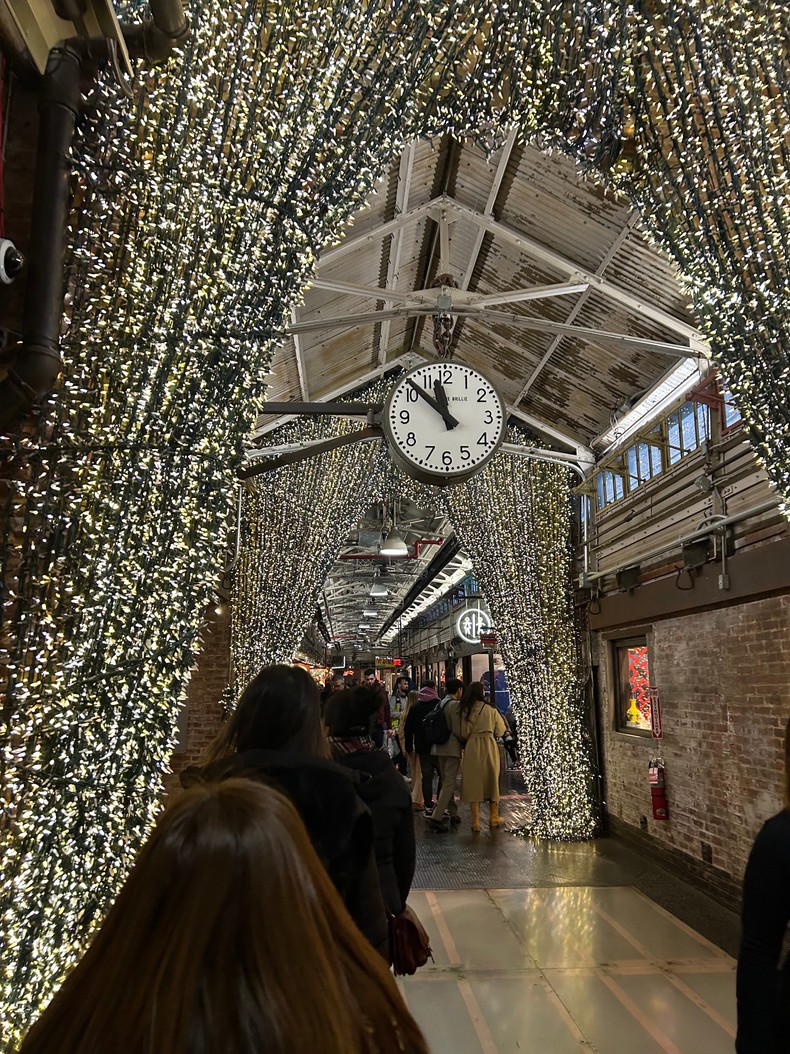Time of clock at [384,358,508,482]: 11:52
